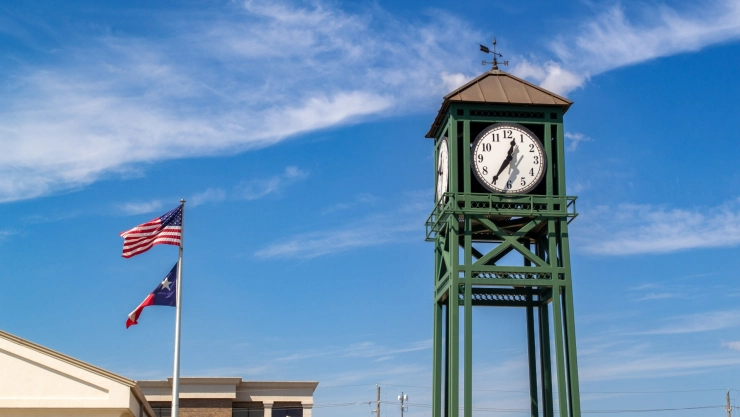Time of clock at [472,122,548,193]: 12:35
